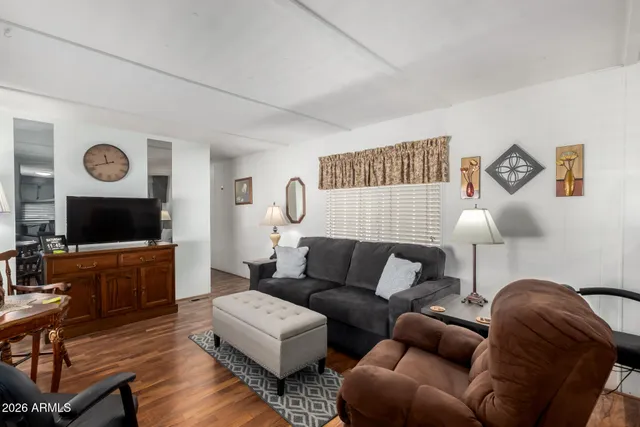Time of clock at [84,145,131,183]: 11:41
